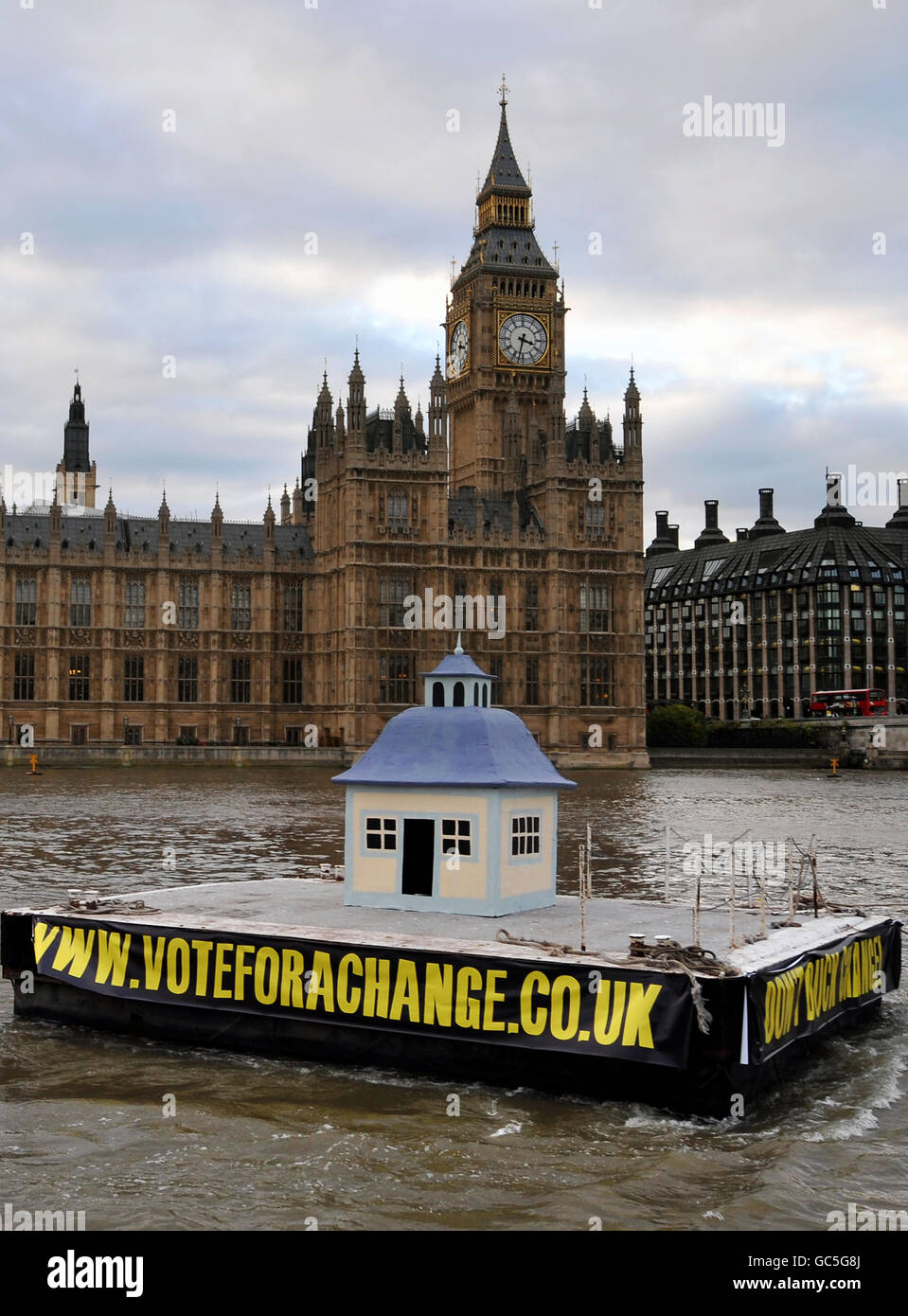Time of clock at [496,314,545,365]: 3:32
